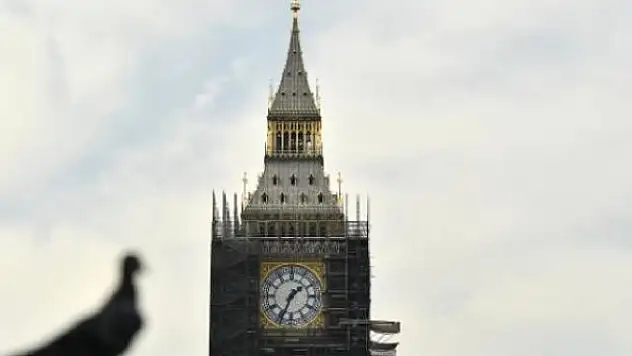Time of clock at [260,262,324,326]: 1:34
